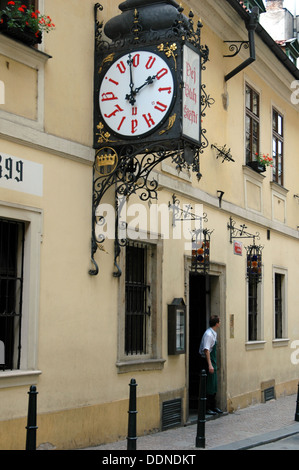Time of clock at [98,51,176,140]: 1:58
